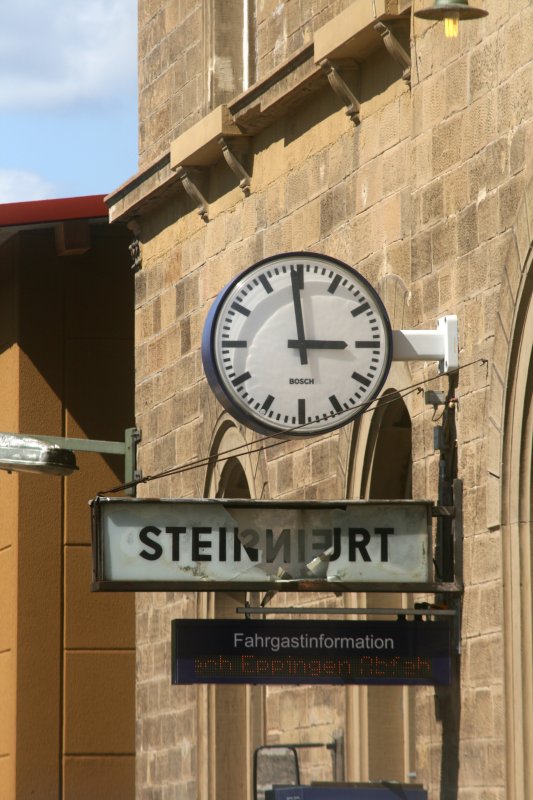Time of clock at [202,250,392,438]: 2:58
